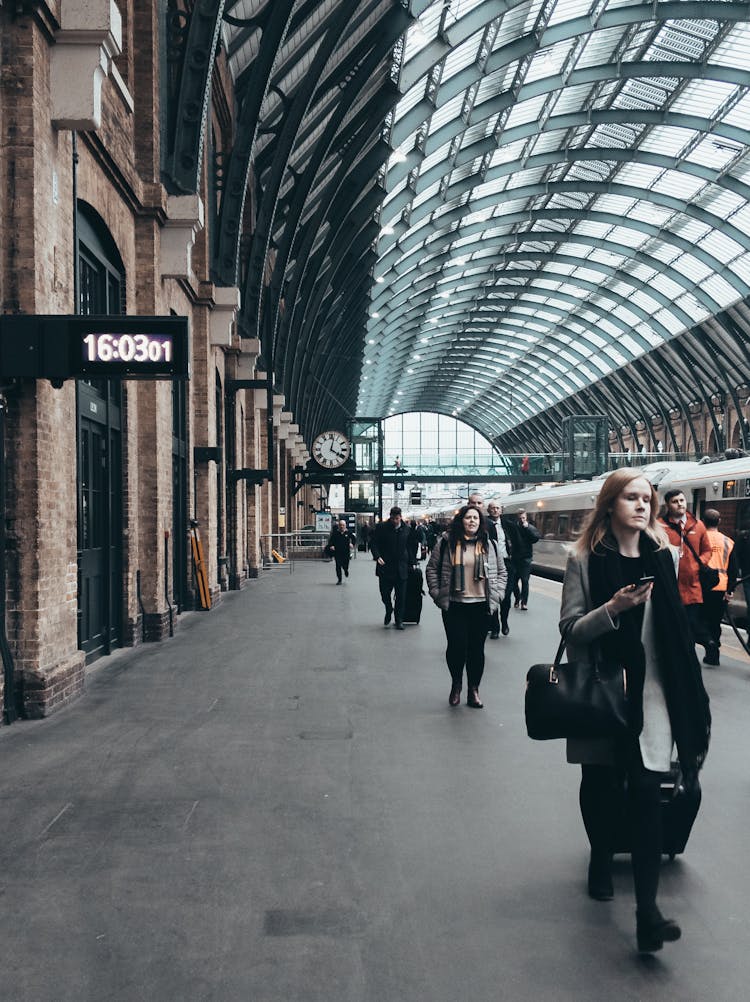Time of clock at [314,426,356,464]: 4:02
